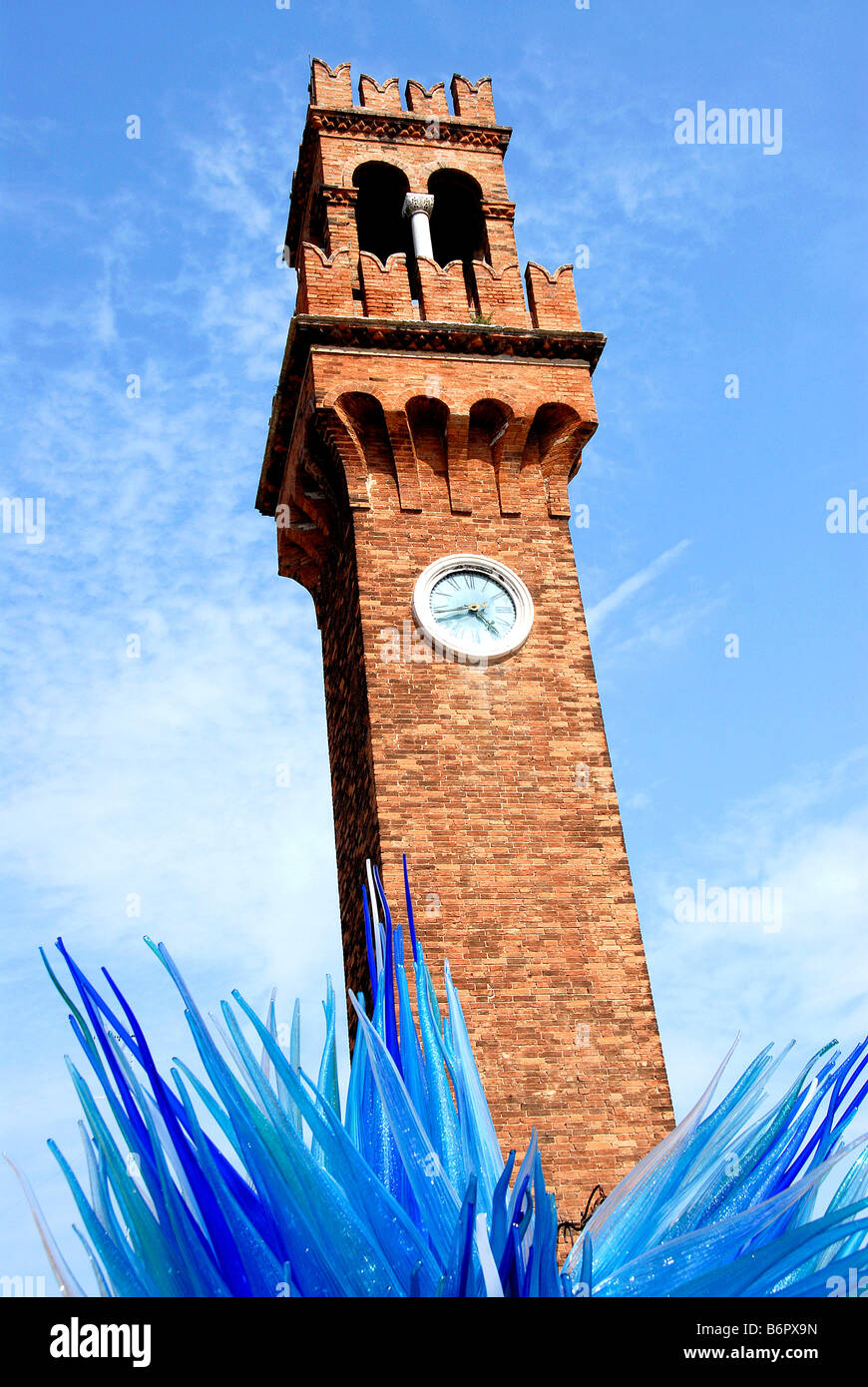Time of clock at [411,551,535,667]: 4:42
